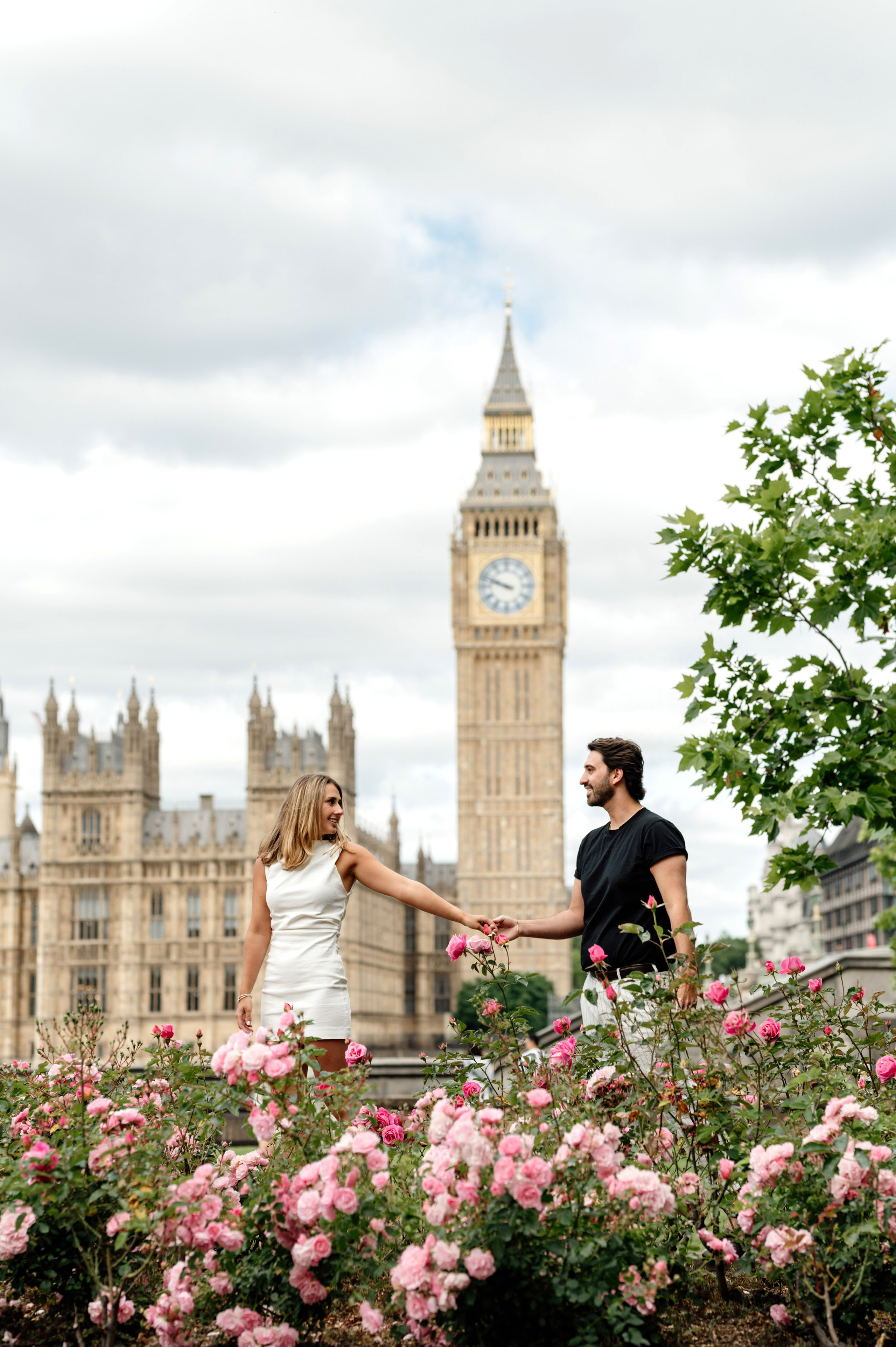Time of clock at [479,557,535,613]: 9:48
